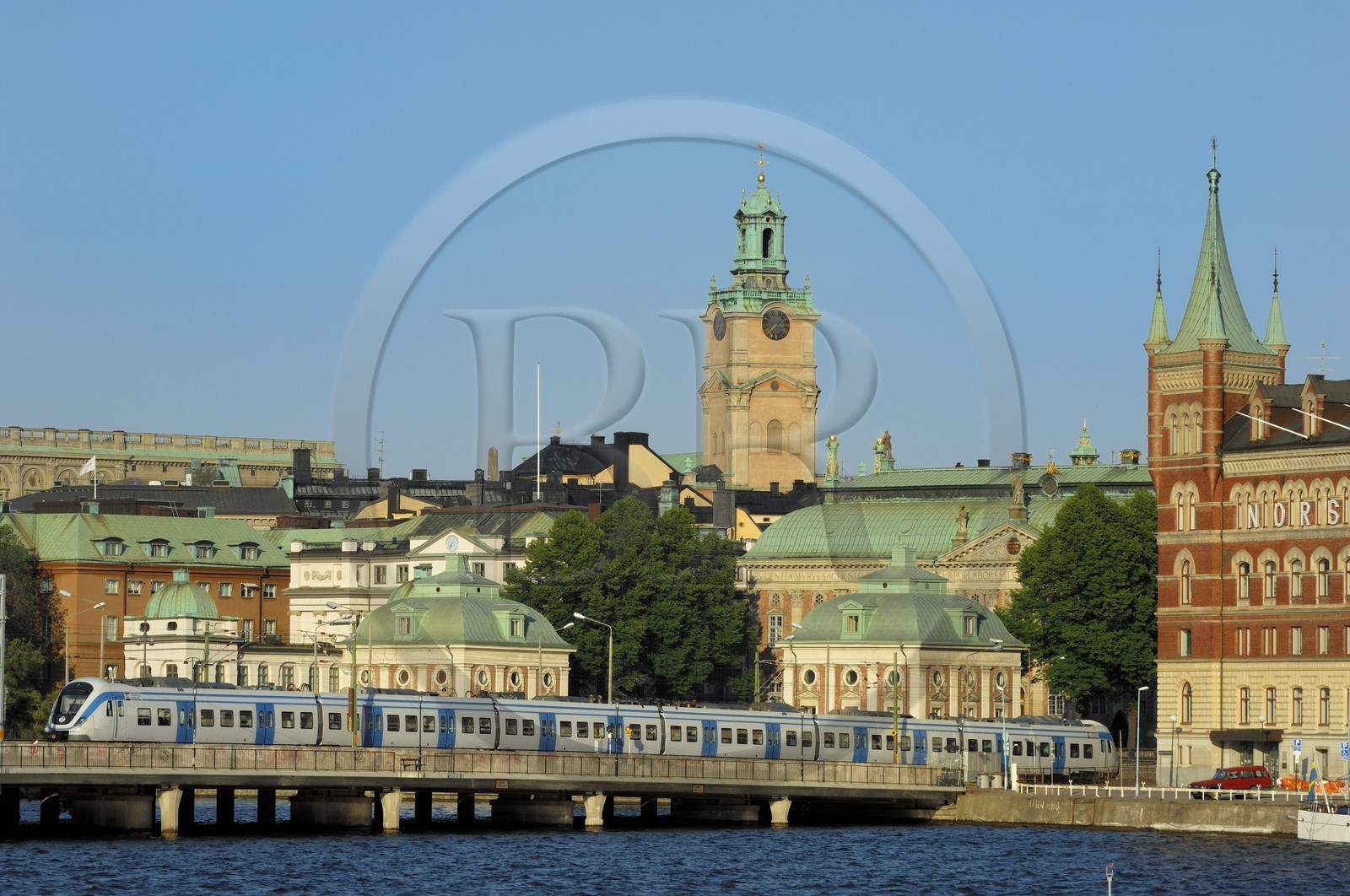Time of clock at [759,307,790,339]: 7:07
